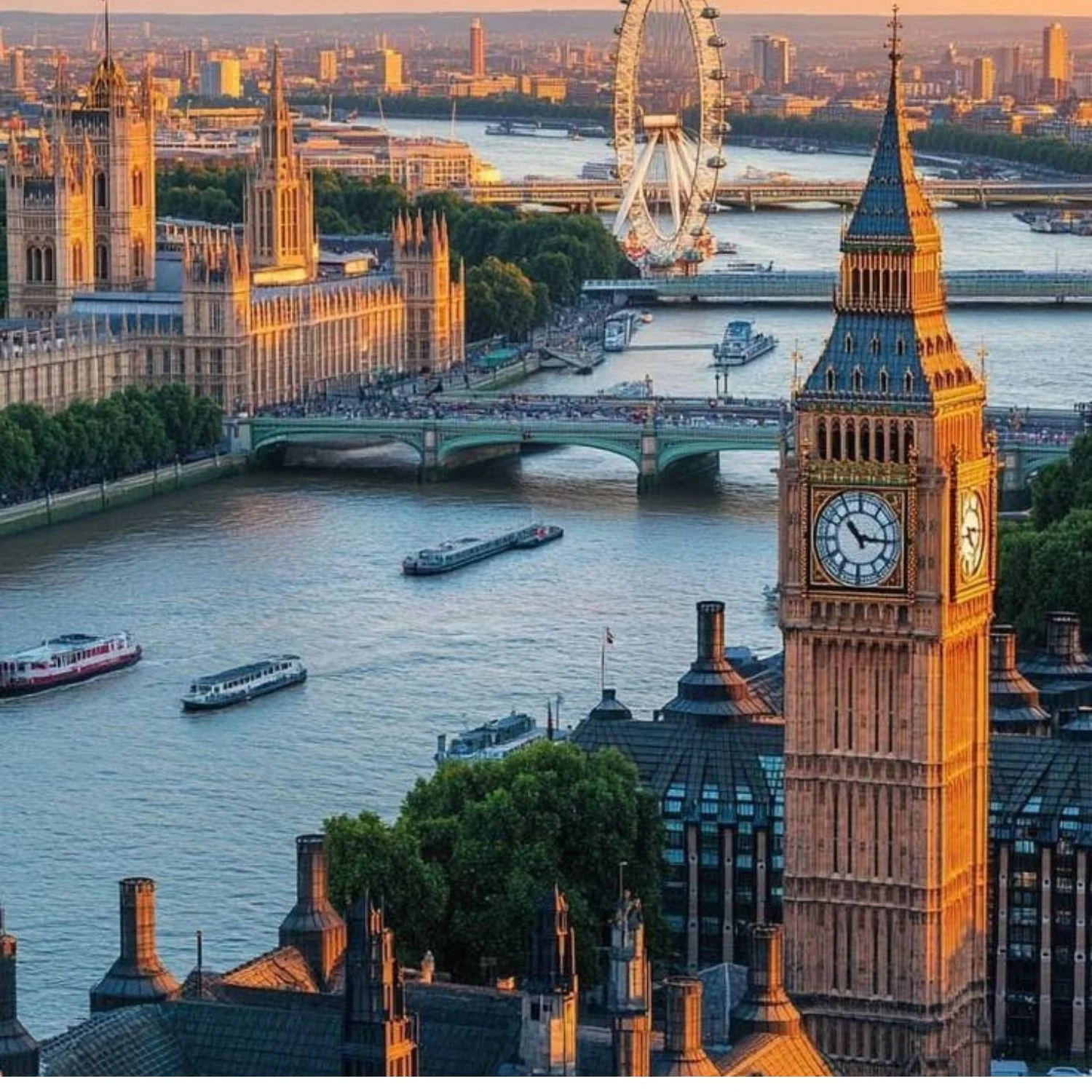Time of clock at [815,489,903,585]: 10:15
